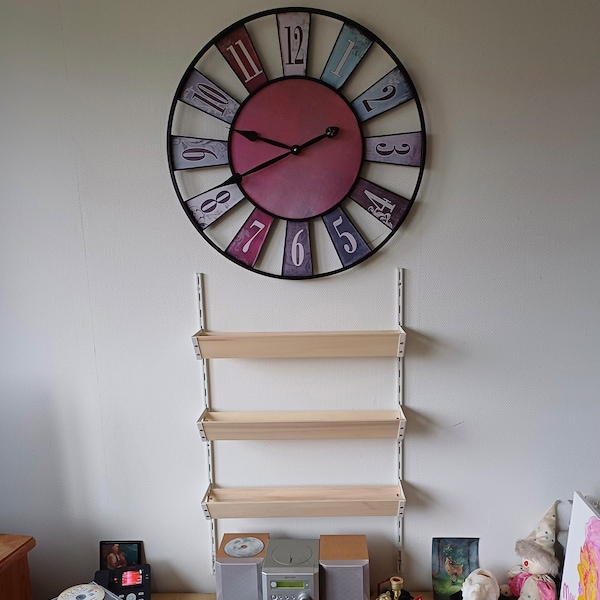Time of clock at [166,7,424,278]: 9:41
